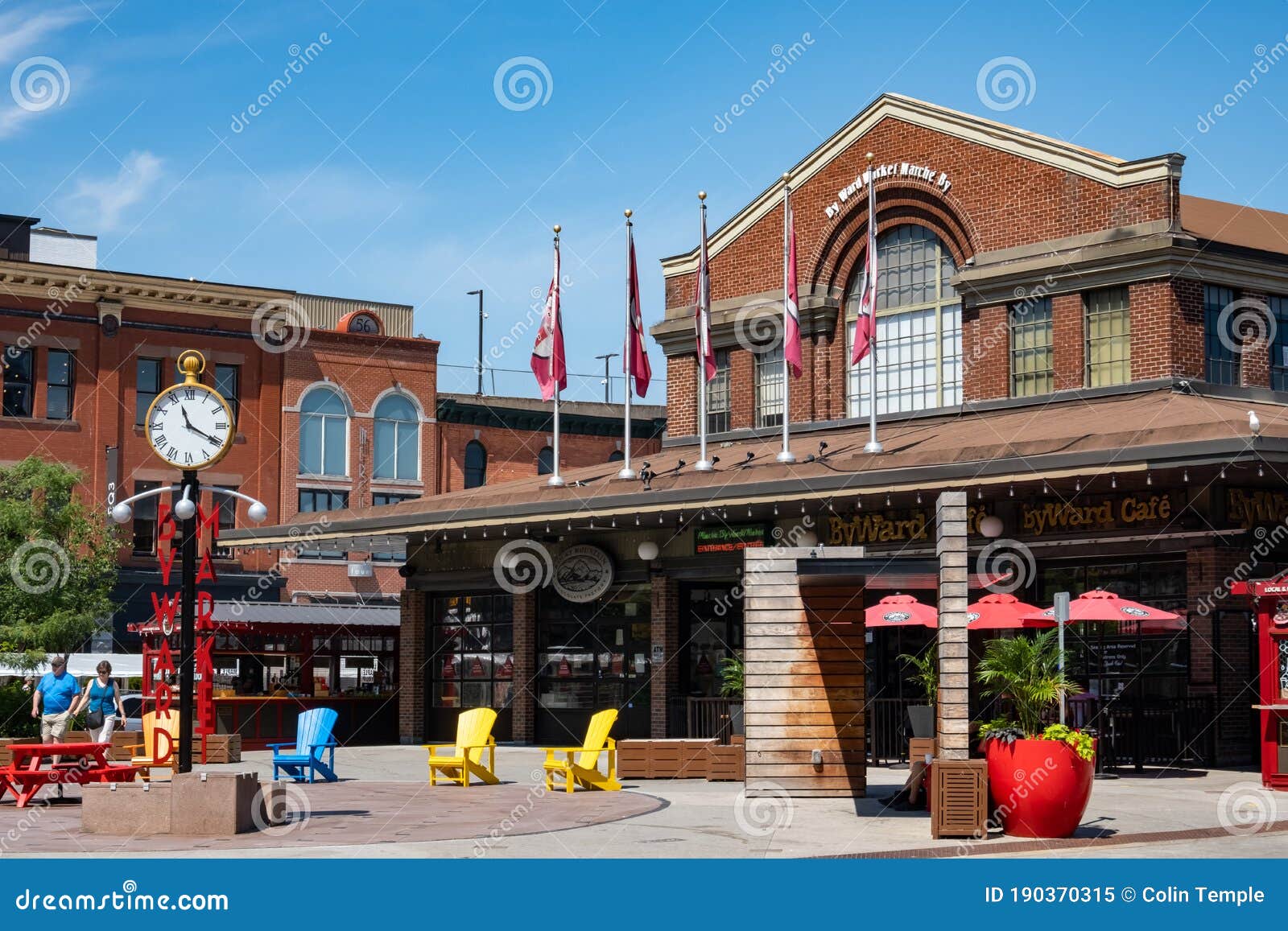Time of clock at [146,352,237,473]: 11:19
